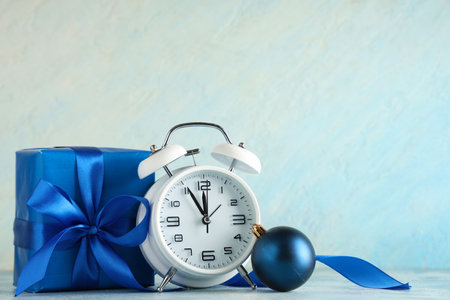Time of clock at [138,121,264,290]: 11:55
